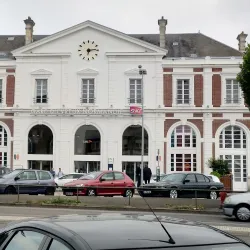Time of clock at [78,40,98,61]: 6:13
